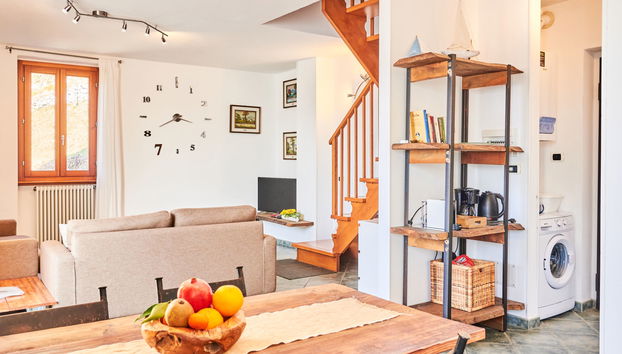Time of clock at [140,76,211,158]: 3:40
